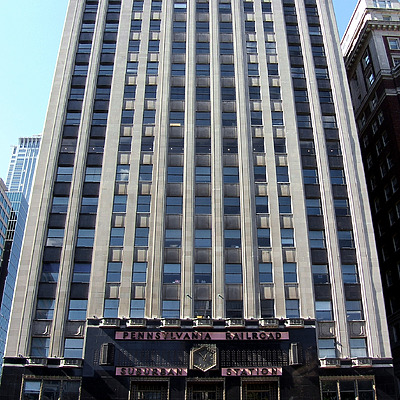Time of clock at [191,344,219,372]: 12:52
